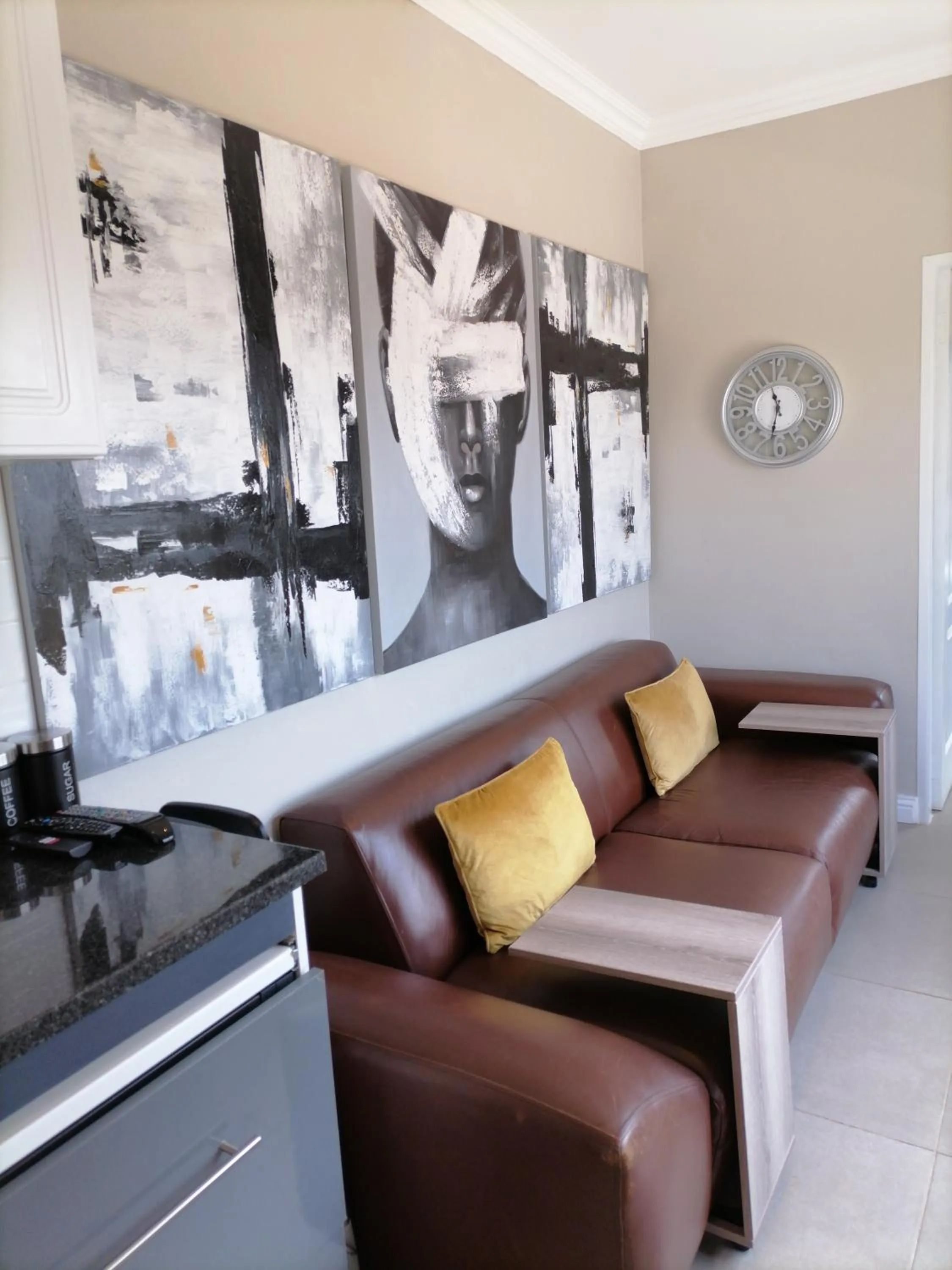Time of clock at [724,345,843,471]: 11:32
